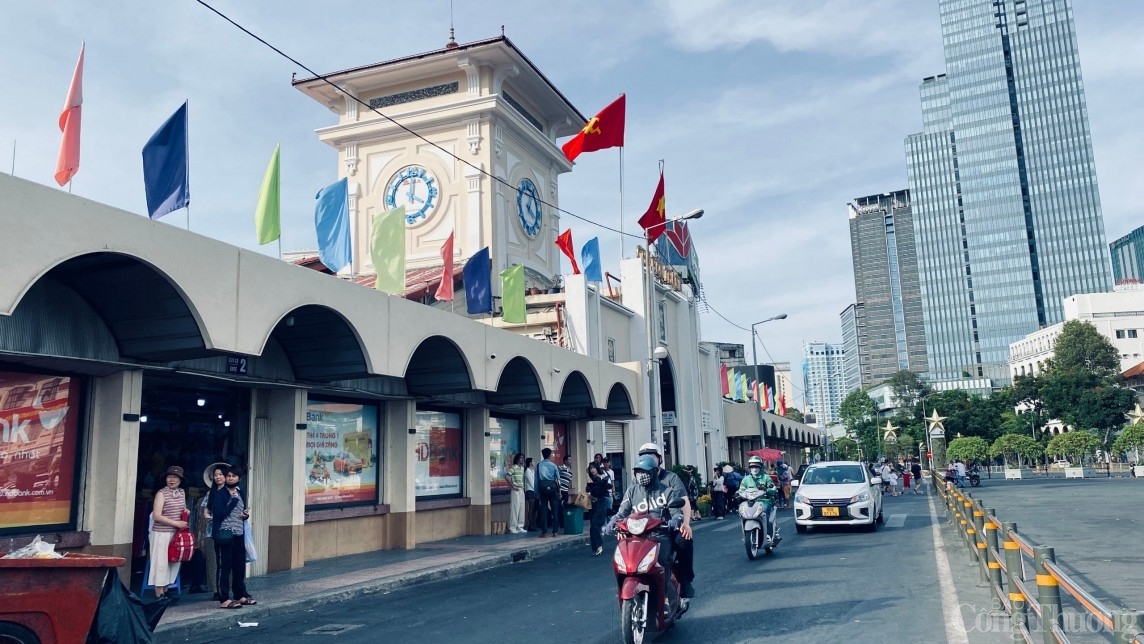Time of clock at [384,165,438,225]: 4:00
